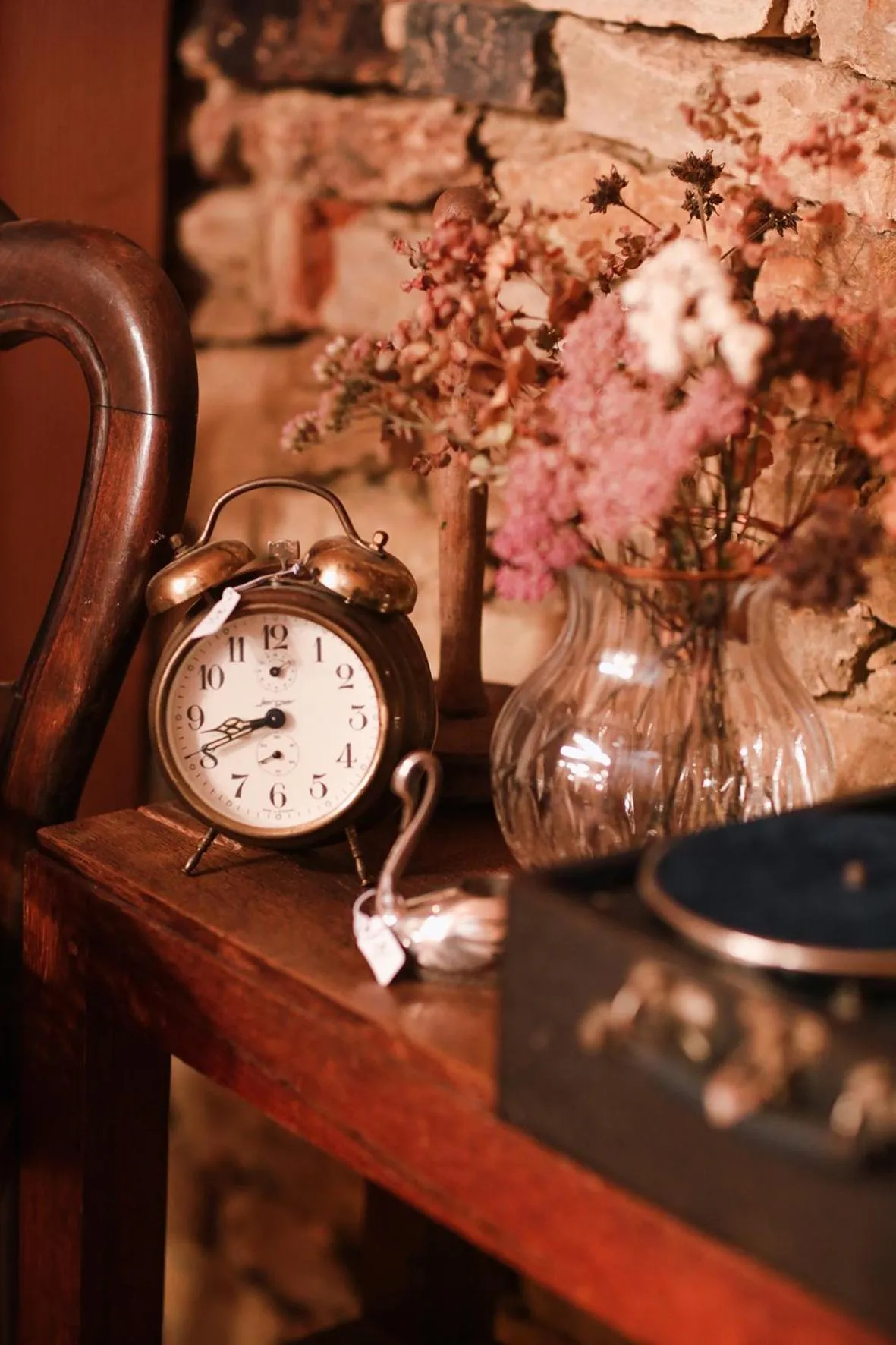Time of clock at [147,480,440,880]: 8:41
